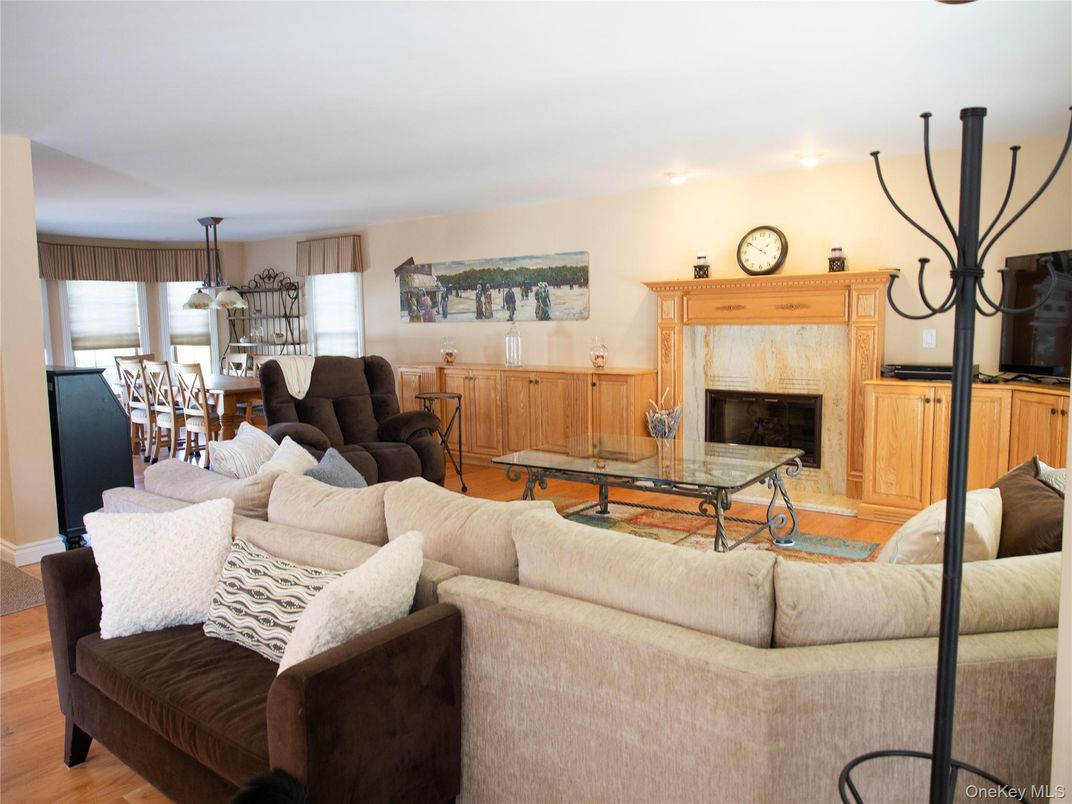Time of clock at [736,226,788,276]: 1:50
